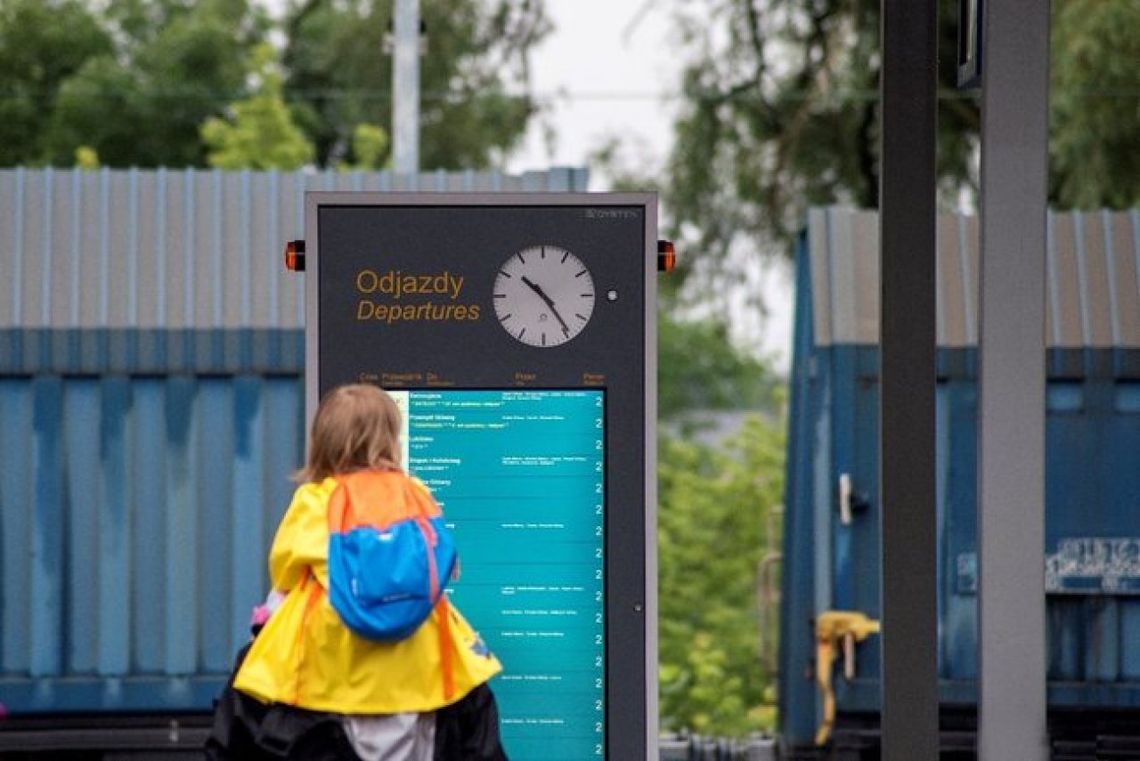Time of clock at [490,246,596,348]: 10:24
